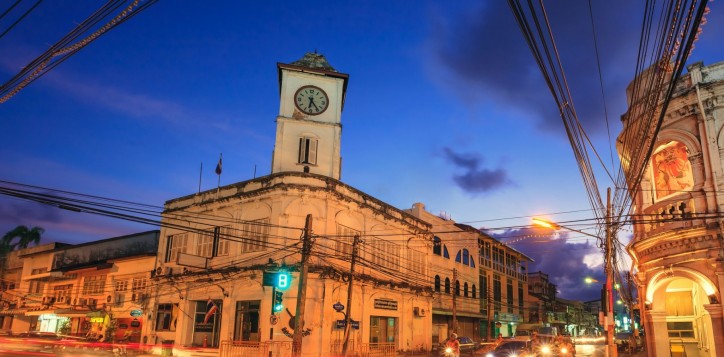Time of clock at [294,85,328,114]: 6:23
